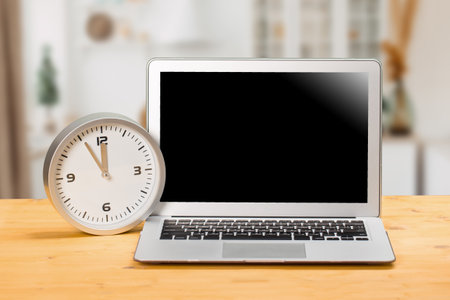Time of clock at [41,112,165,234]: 11:55
